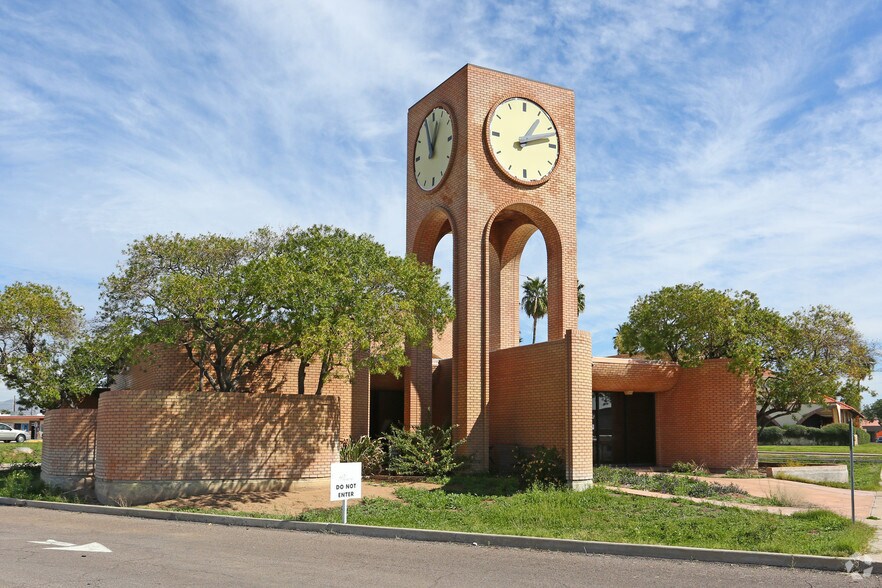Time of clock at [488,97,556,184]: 1:12
